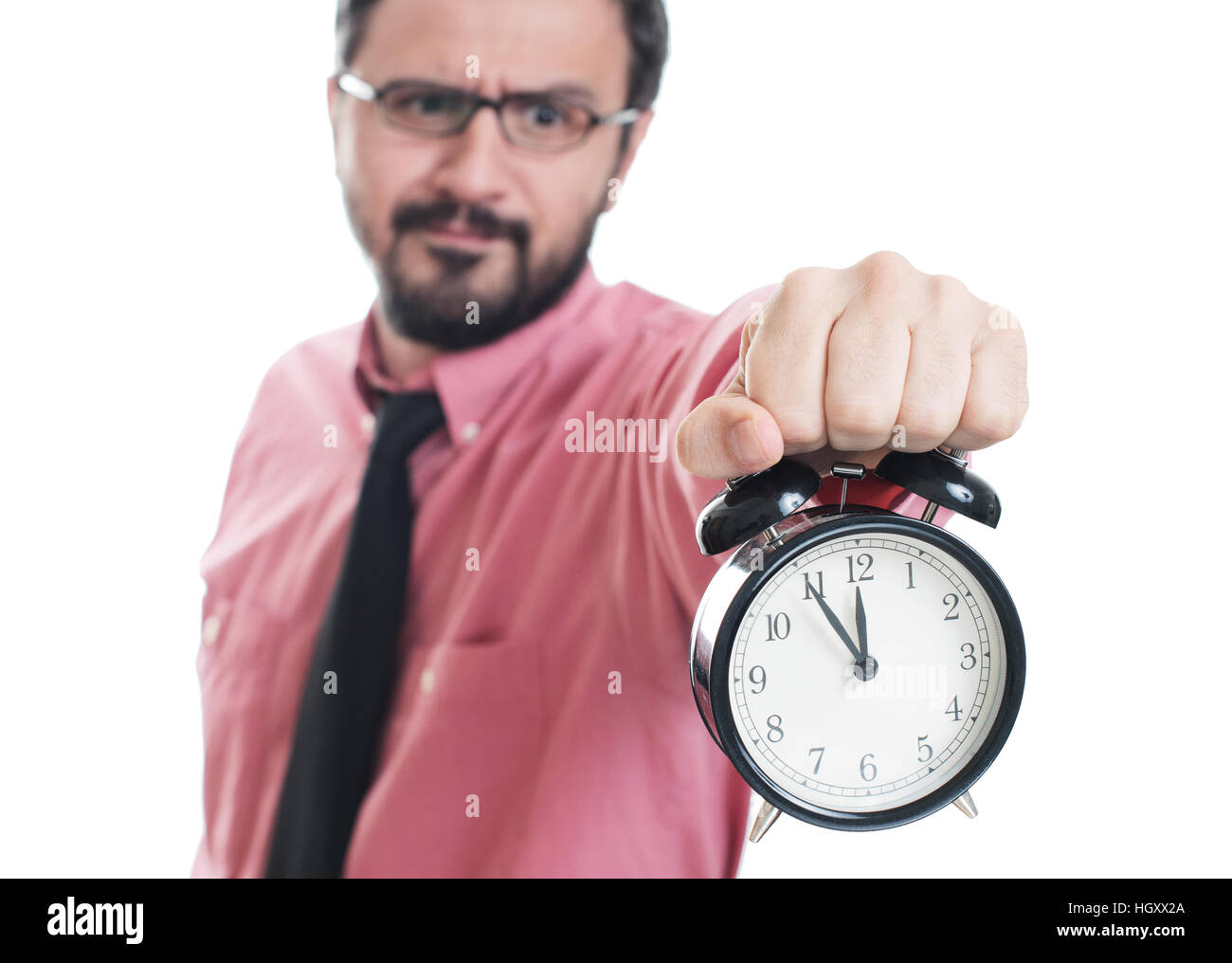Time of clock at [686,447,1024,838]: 11:54
